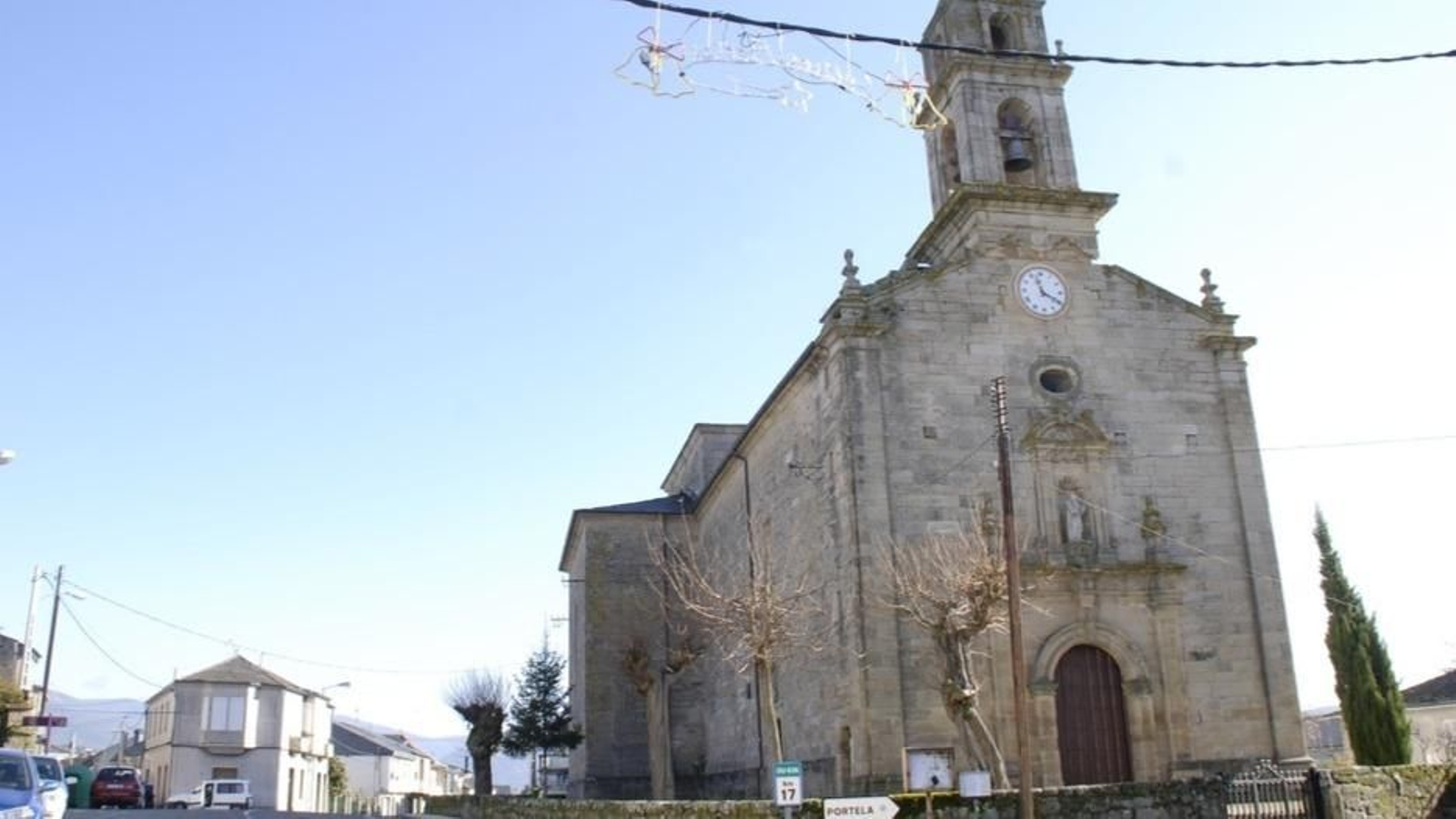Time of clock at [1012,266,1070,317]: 11:19
